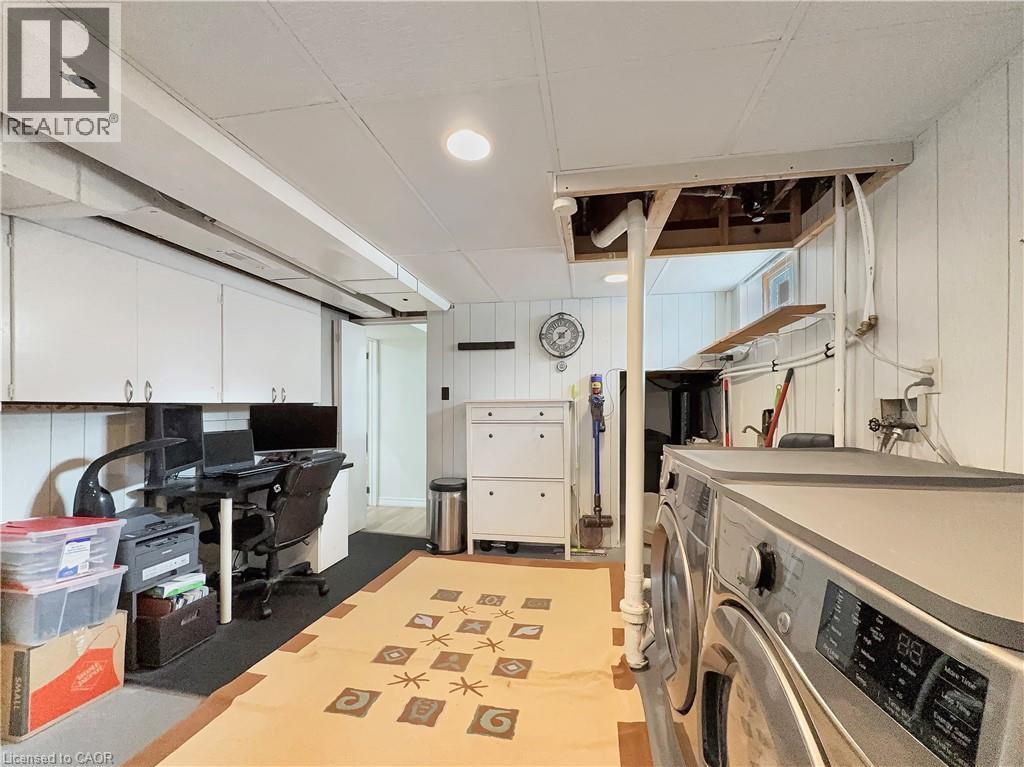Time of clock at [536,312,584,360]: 1:37
